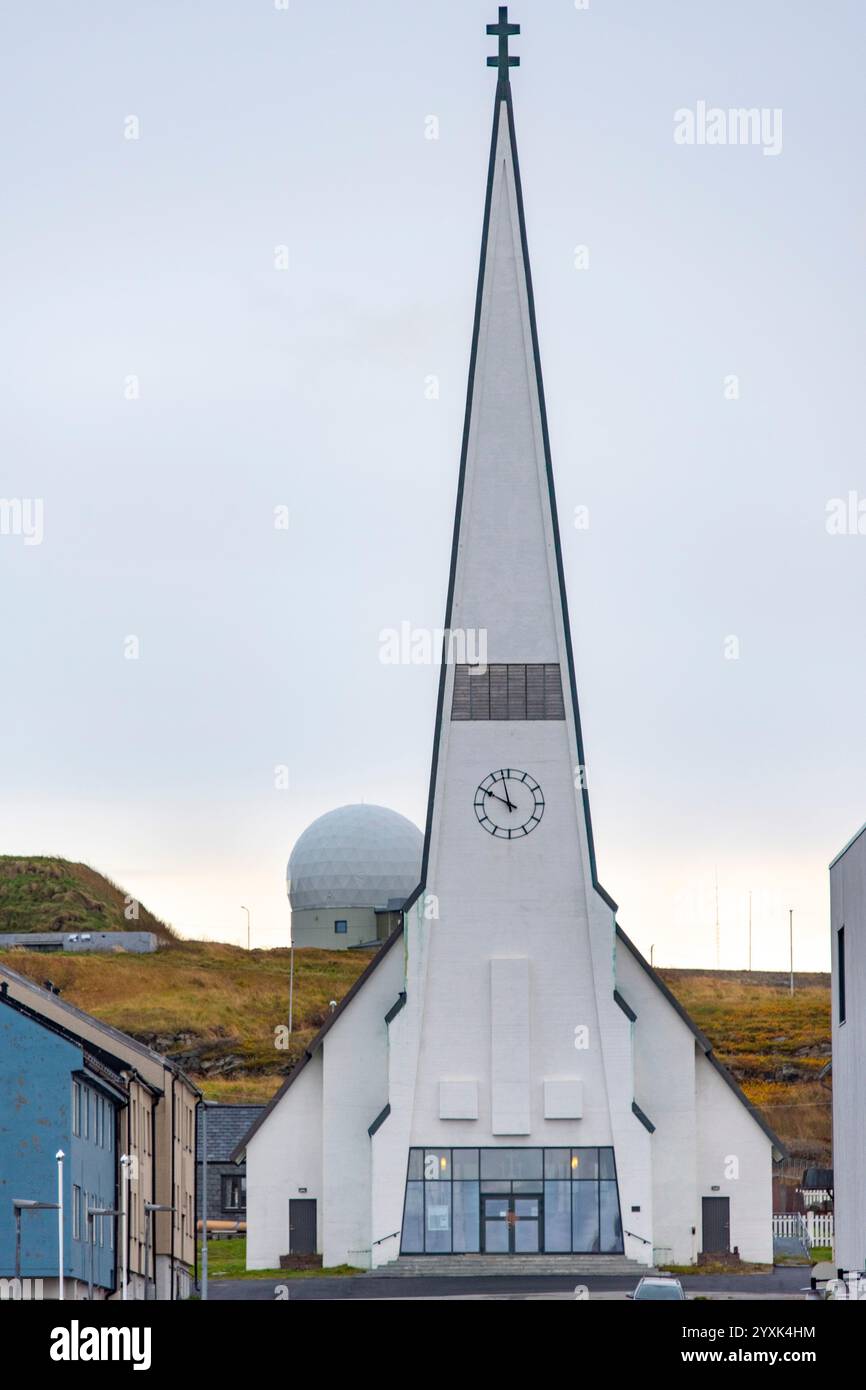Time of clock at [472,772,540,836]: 9:57
